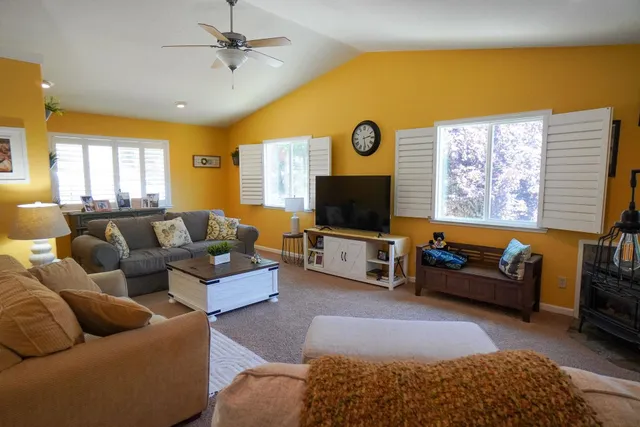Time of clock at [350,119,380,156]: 2:29
